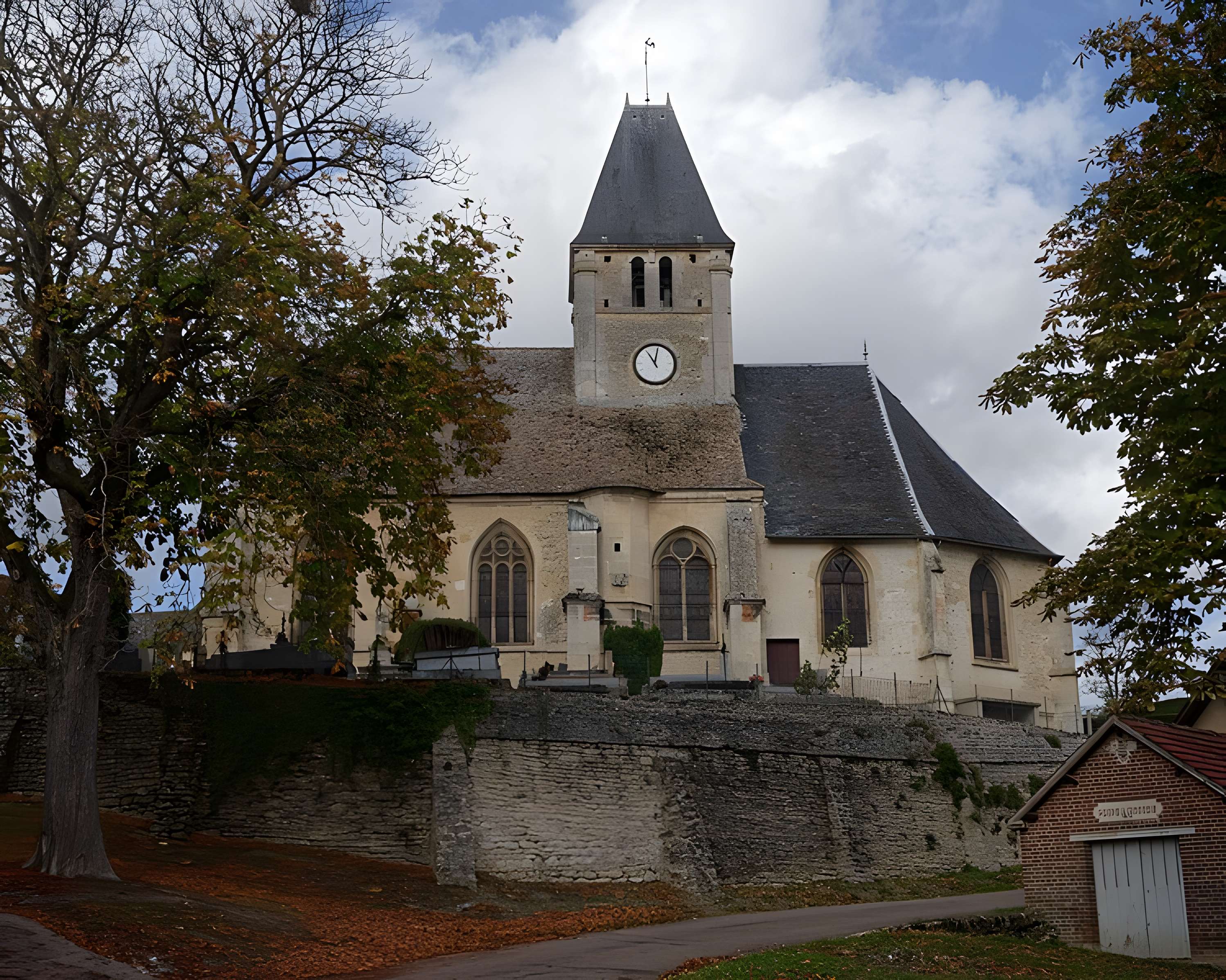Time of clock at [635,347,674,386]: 11:02
